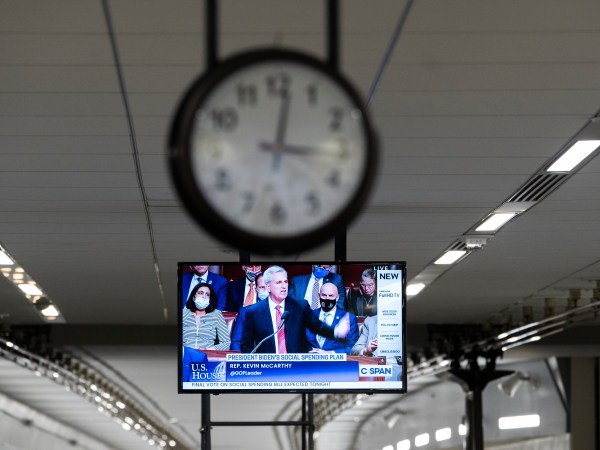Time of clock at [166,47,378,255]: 3:01
